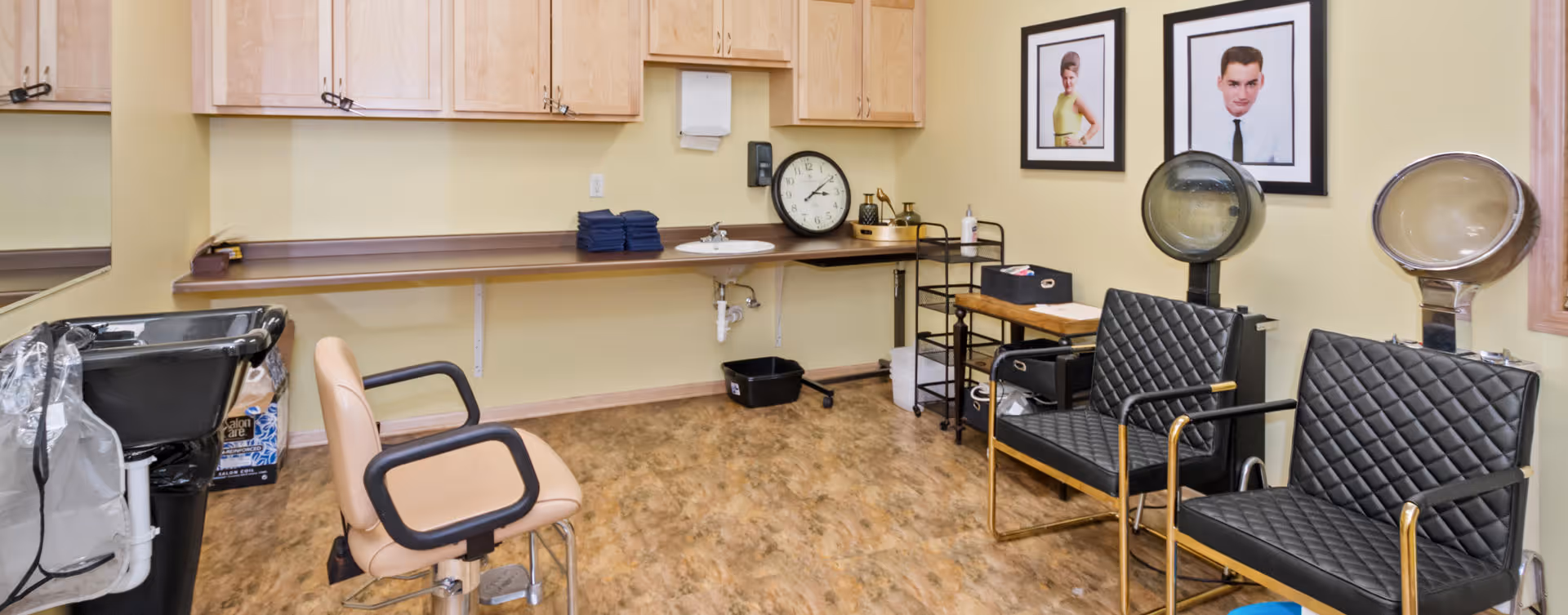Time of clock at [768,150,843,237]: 3:09
